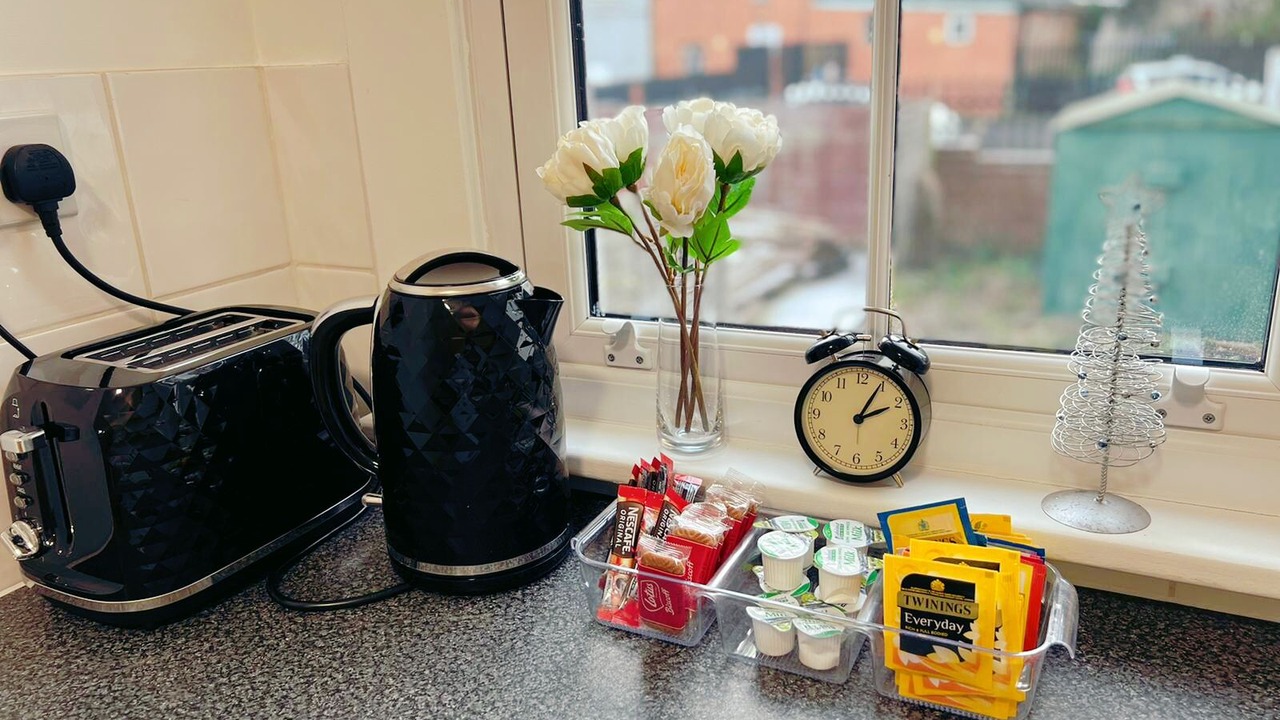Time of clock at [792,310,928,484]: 2:04
